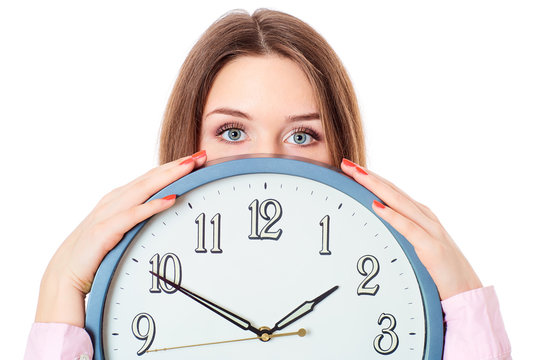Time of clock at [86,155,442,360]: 1:49
